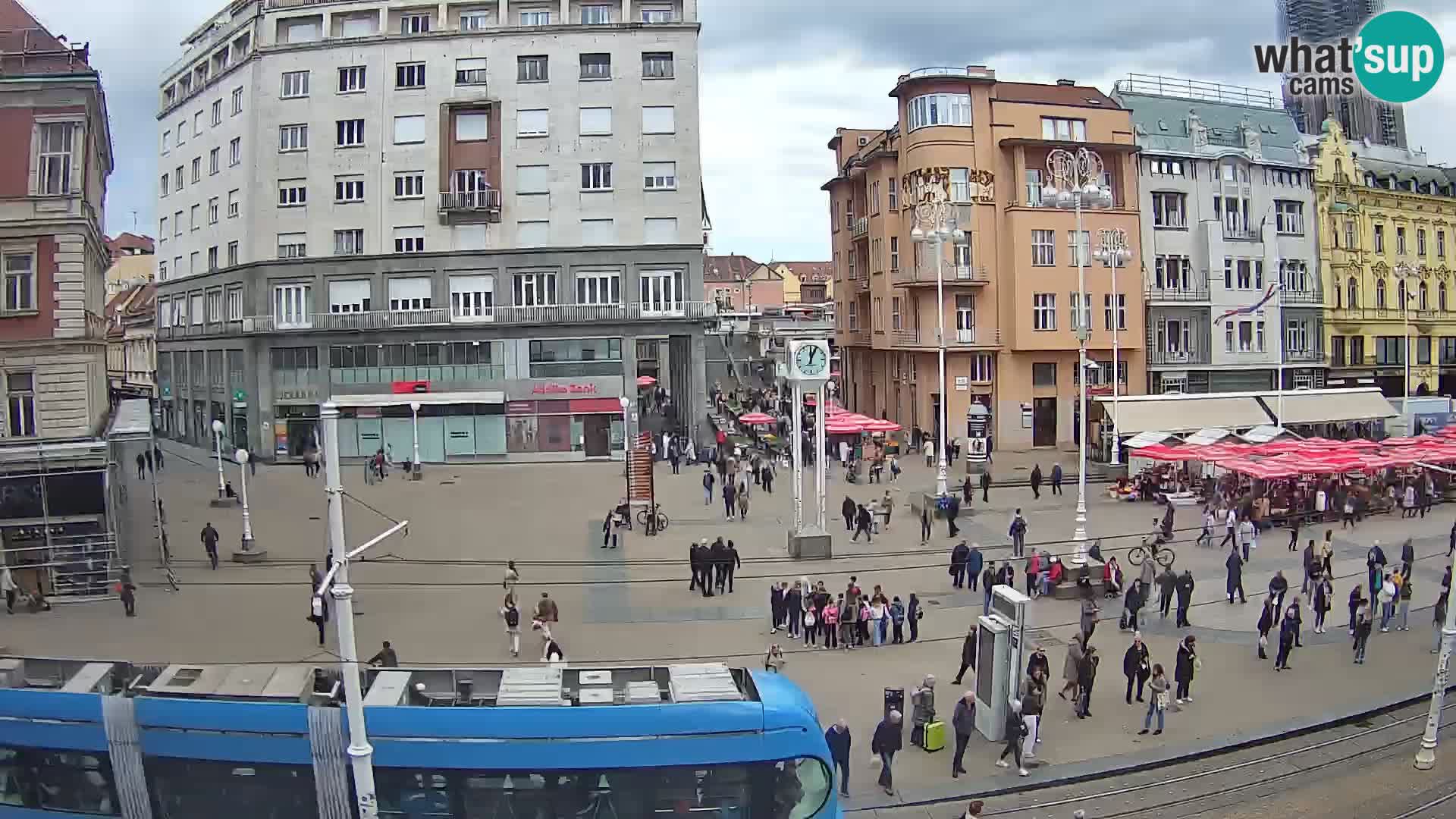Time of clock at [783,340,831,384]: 12:04
